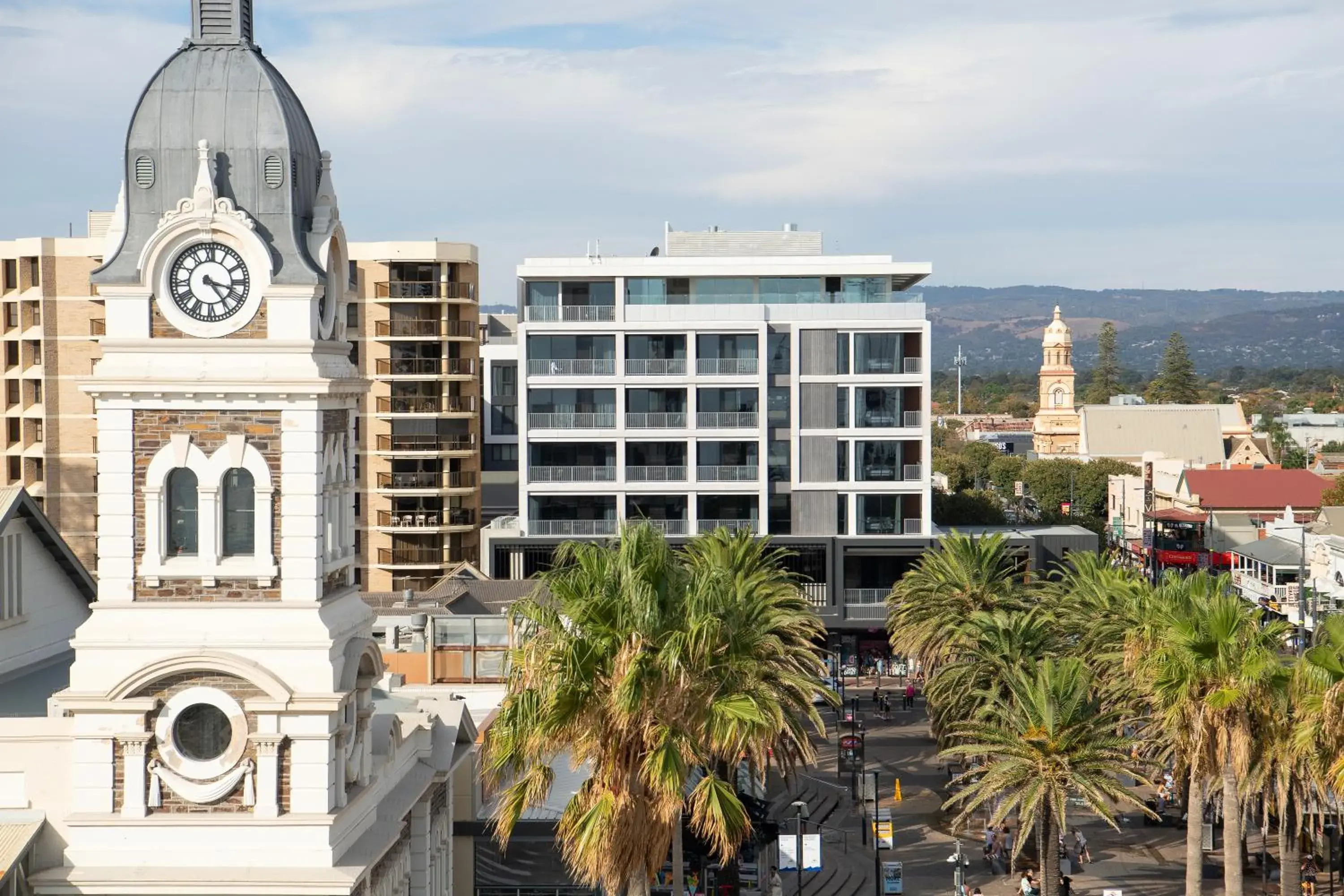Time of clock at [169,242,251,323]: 3:24
